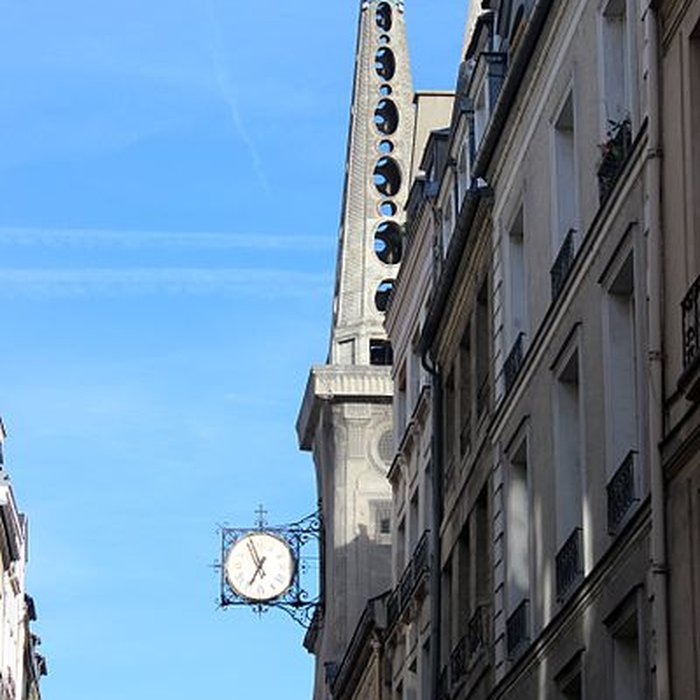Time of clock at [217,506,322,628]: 6:56
